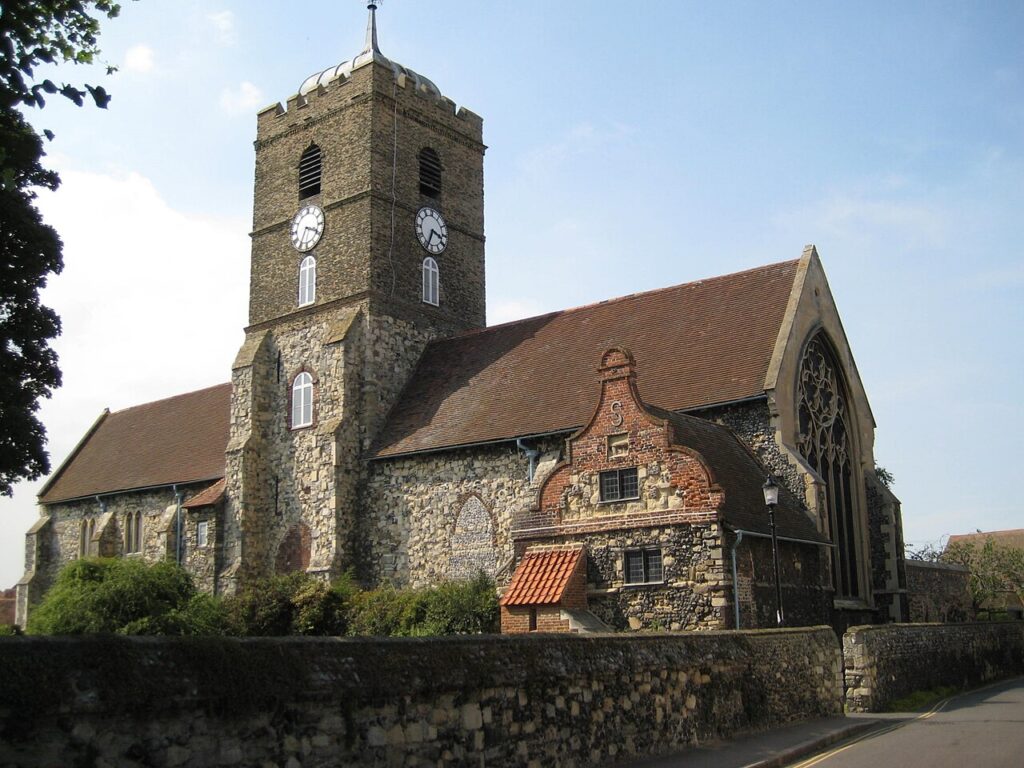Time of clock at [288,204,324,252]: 3:34
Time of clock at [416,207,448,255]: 3:34
